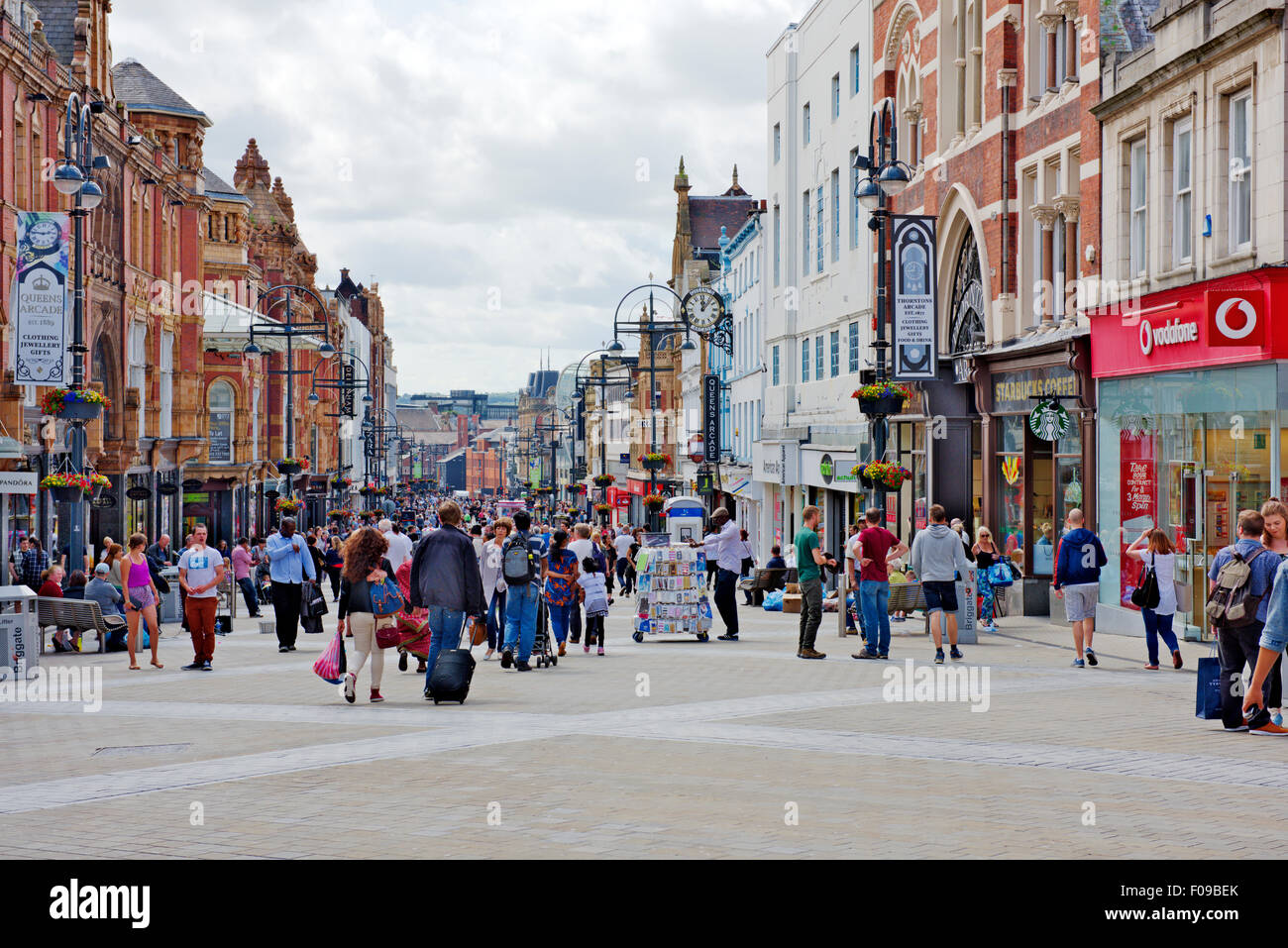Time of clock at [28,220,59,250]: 2:46
